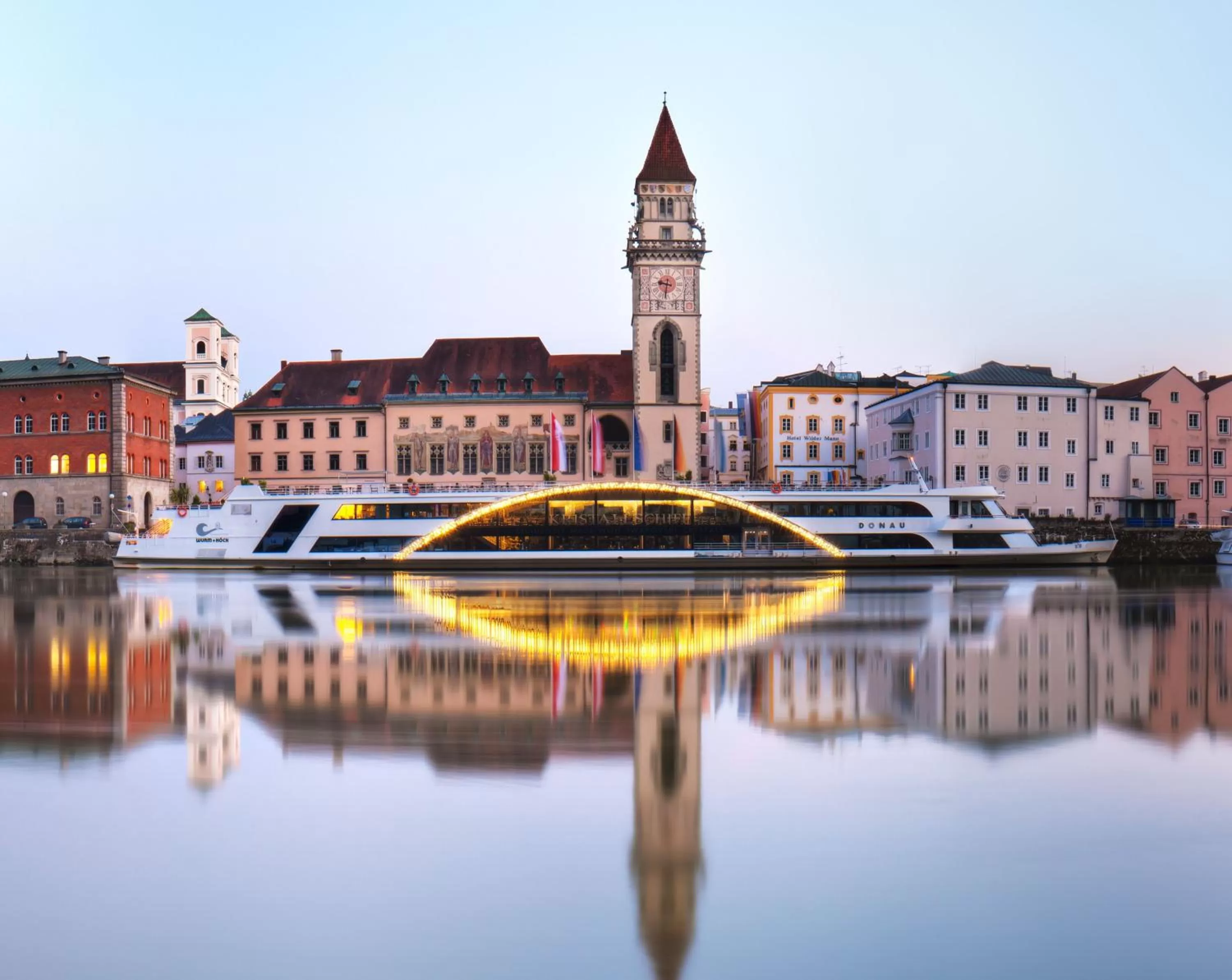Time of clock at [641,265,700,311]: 9:32
